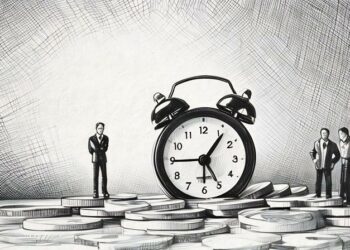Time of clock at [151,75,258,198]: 5:06
